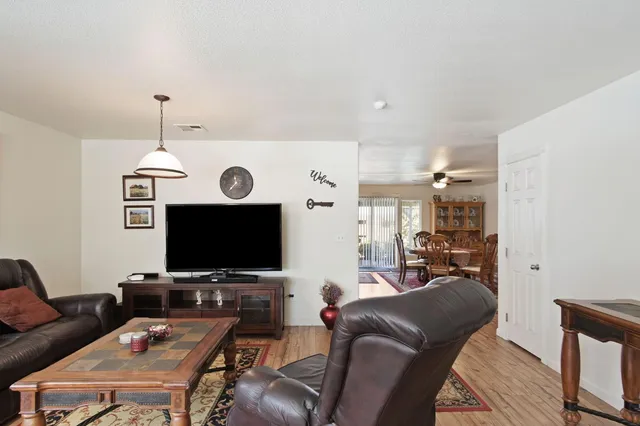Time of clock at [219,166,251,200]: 11:37
